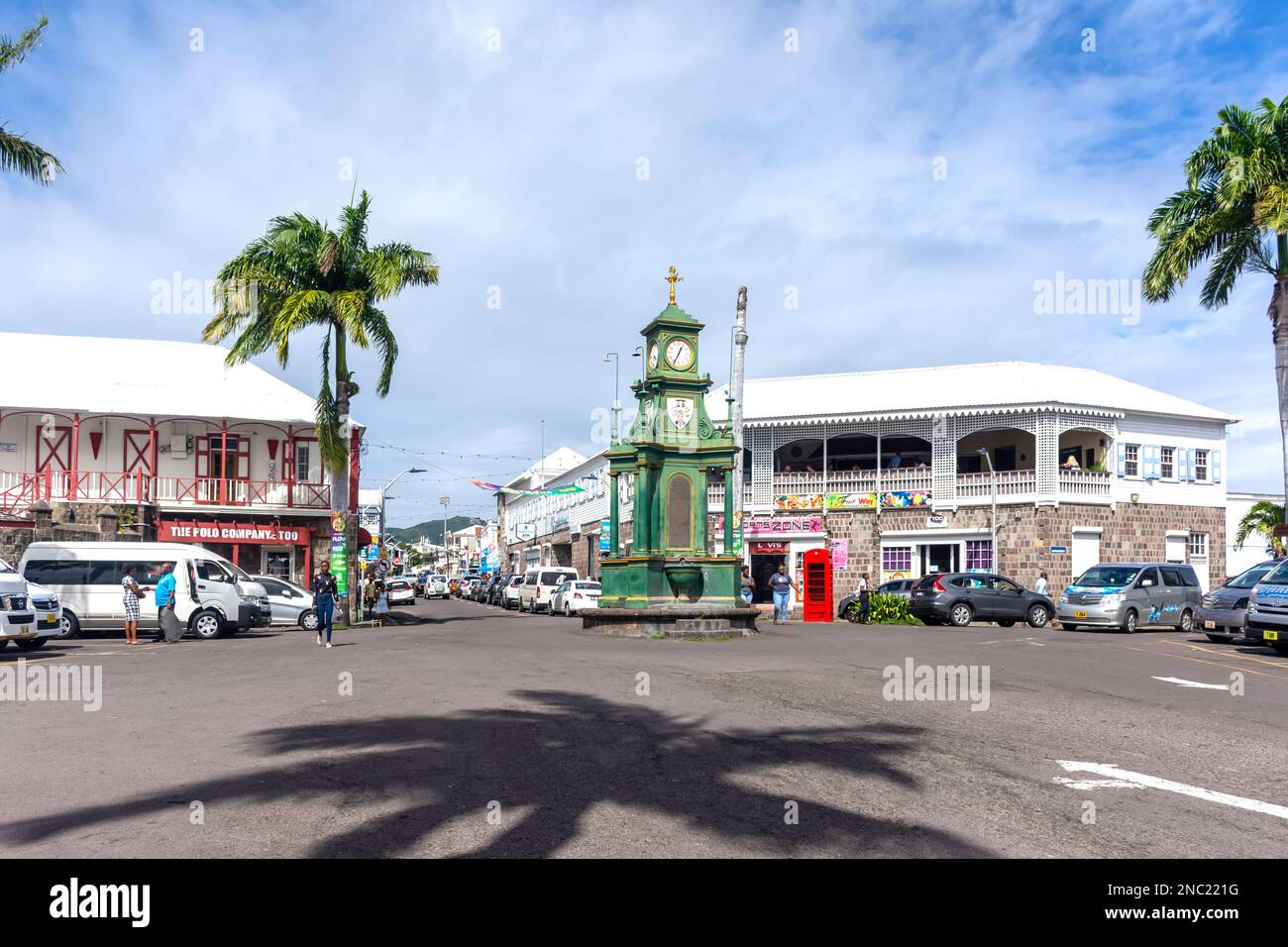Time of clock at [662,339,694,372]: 12:34
